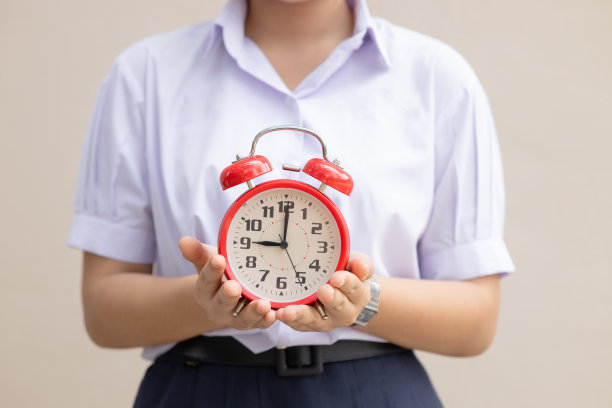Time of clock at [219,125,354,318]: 9:00
